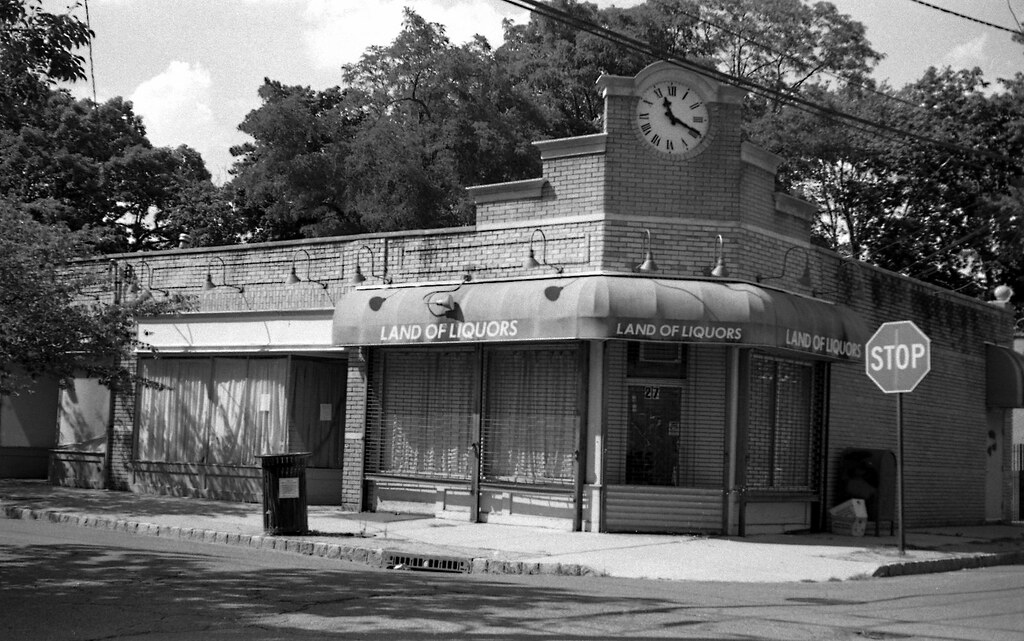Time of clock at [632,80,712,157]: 11:19
